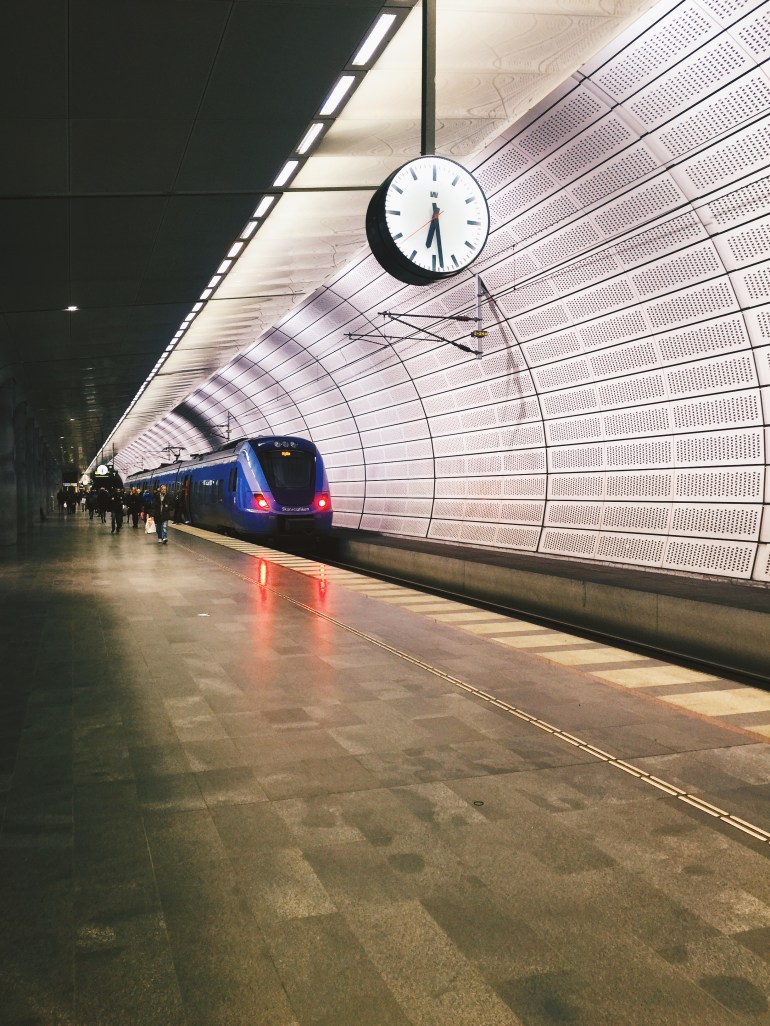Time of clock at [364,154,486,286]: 6:28
